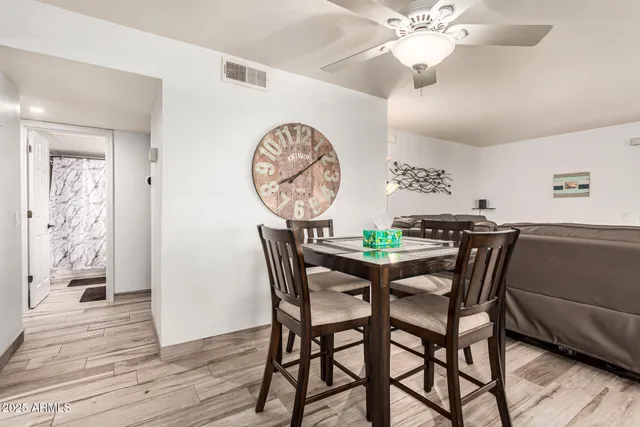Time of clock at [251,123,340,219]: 8:09
